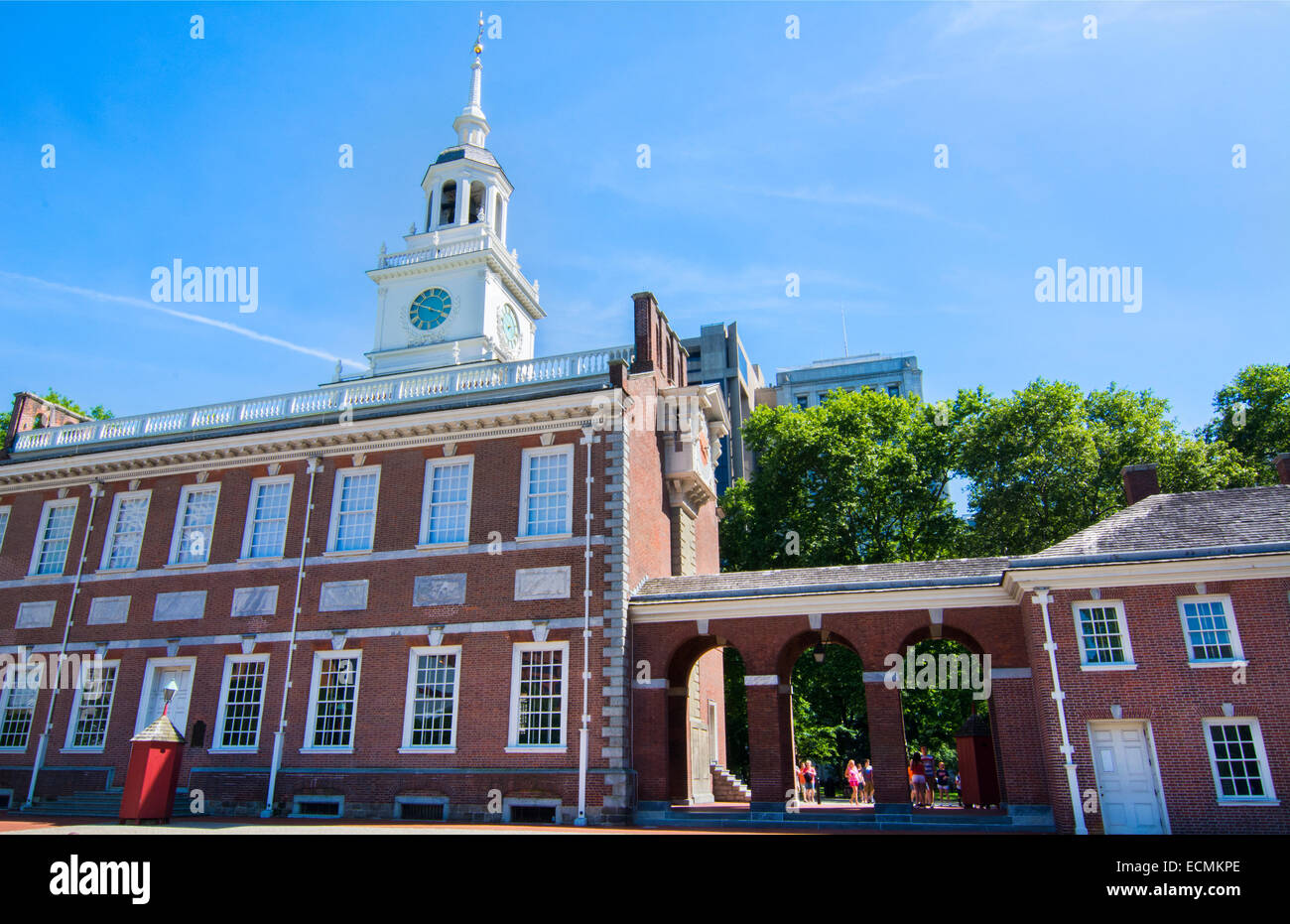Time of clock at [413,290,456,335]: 3:48
